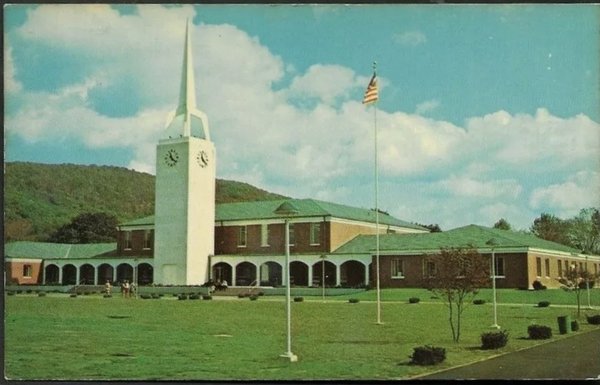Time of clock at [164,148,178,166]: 11:21
